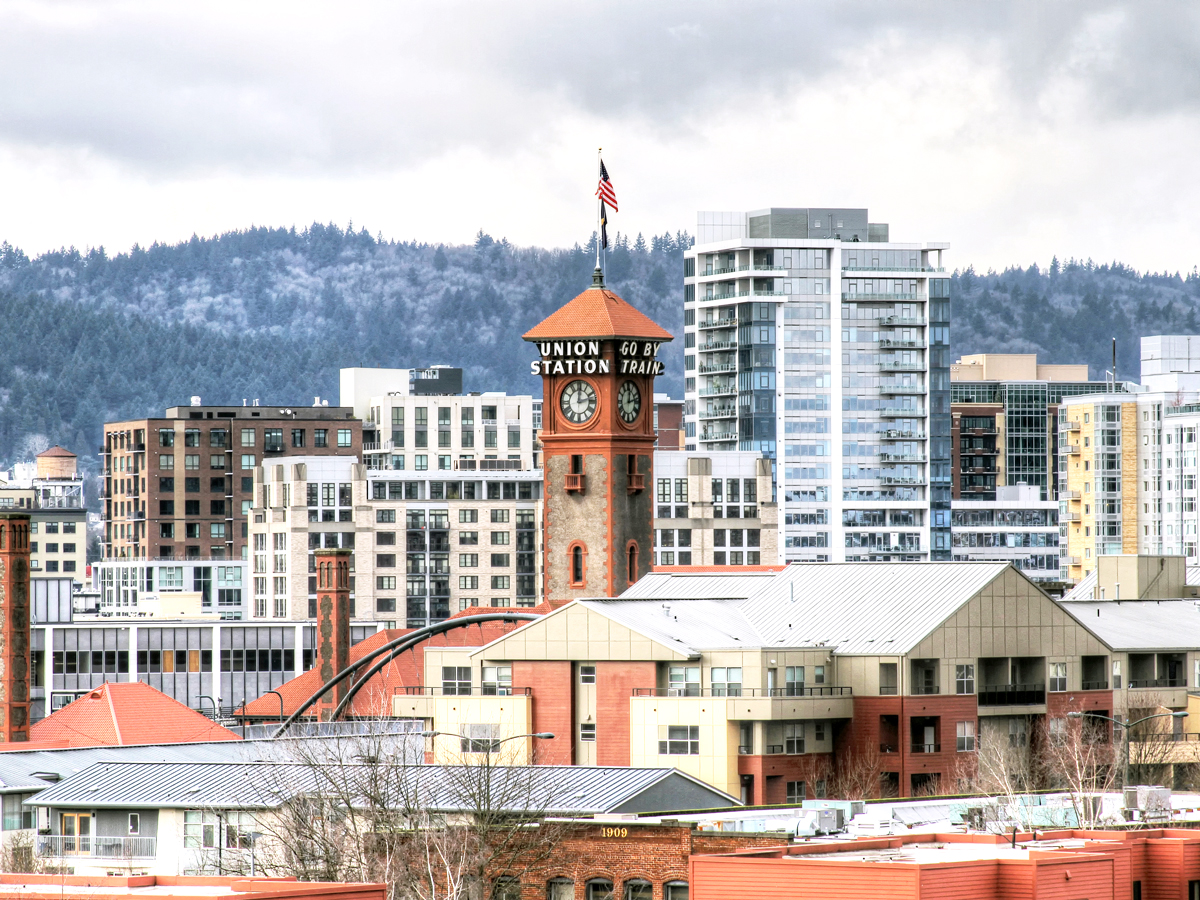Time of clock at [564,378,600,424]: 12:12
